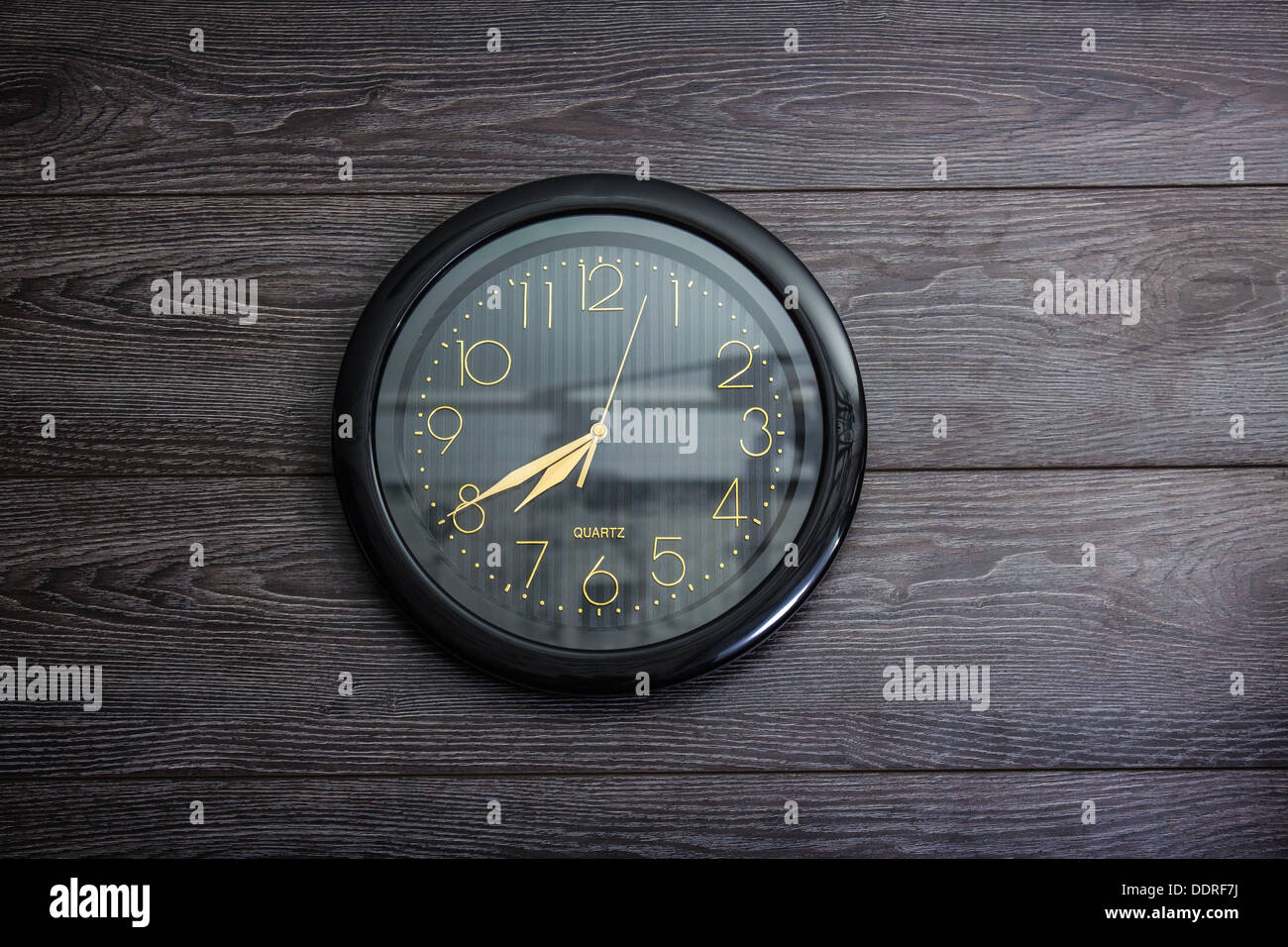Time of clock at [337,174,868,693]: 7:40
